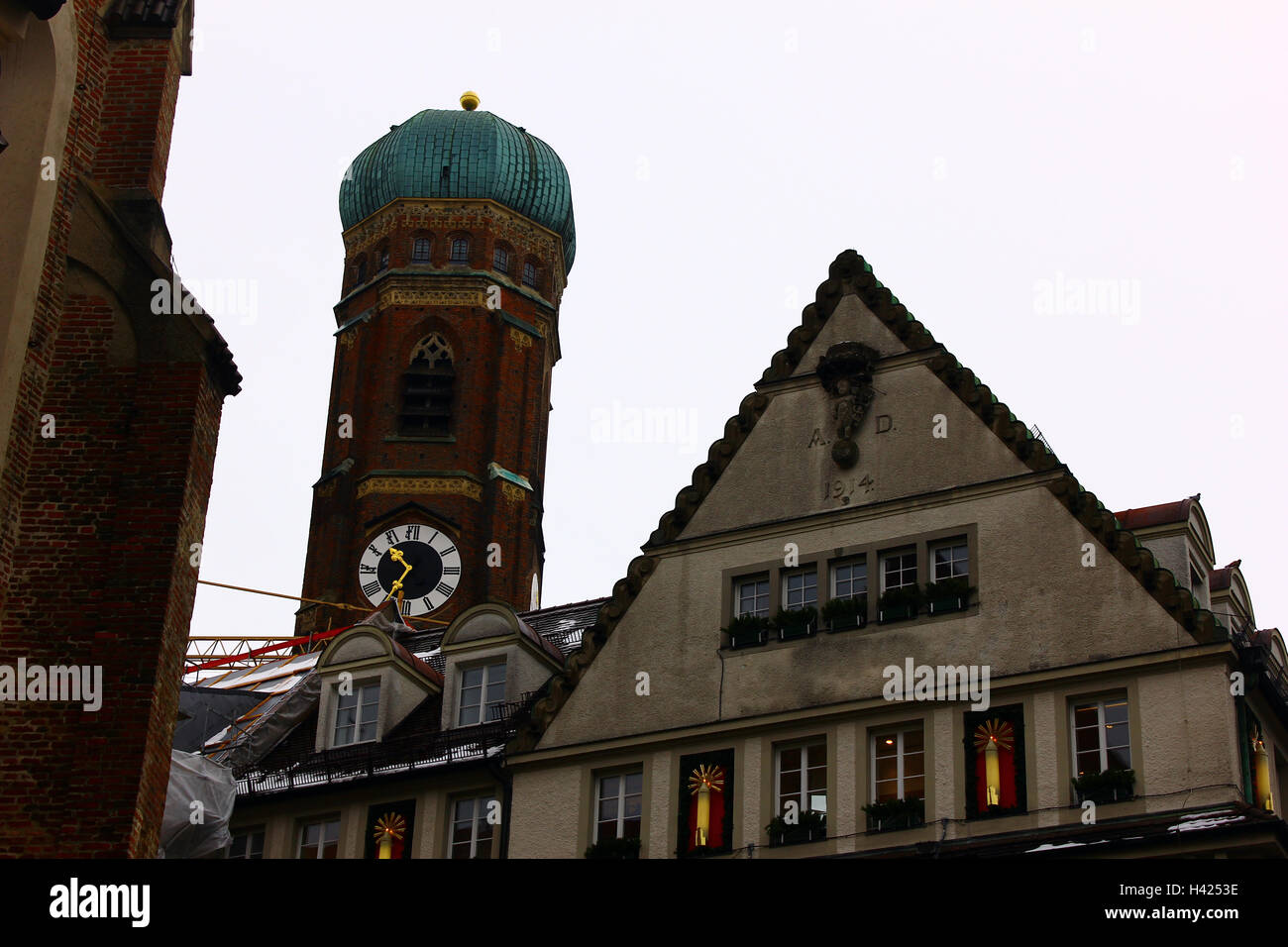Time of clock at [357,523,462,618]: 10:34
